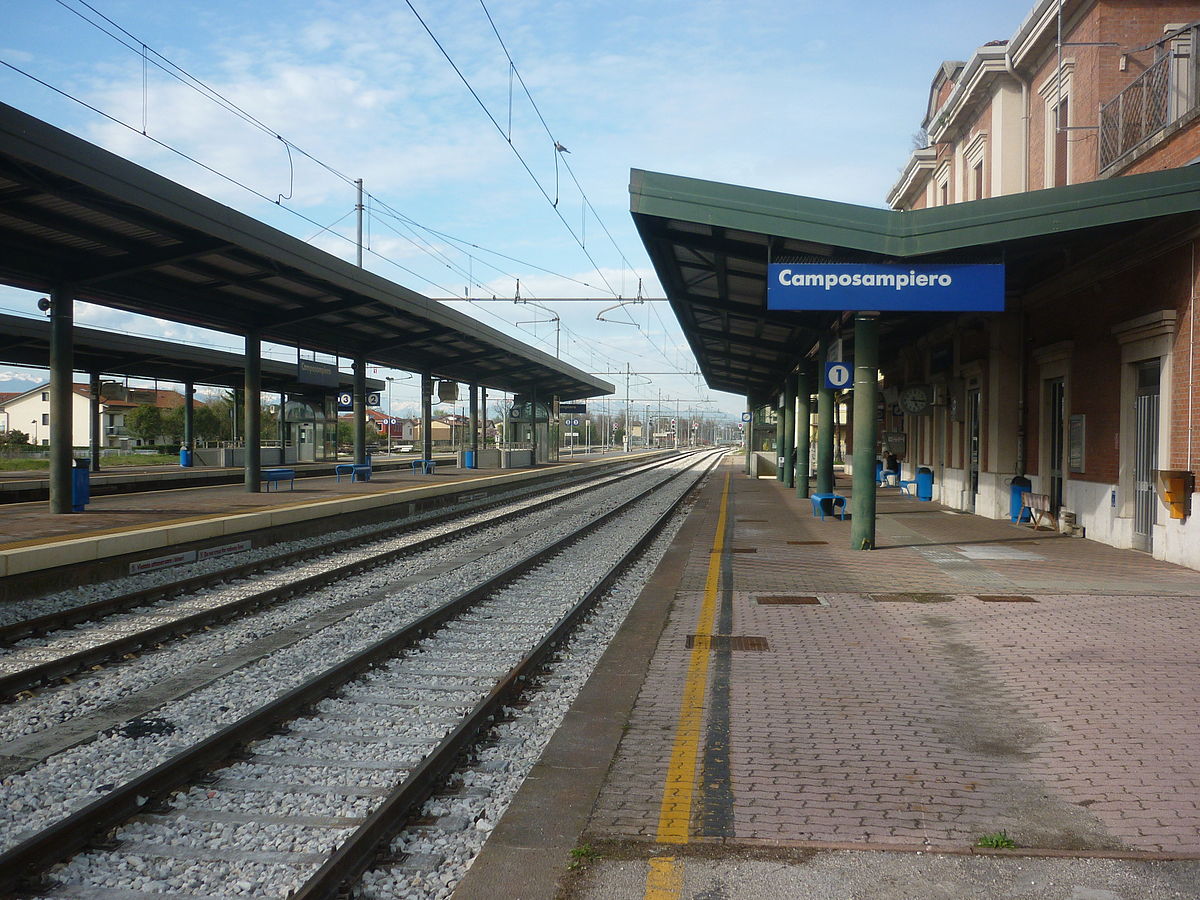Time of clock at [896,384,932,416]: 5:15
